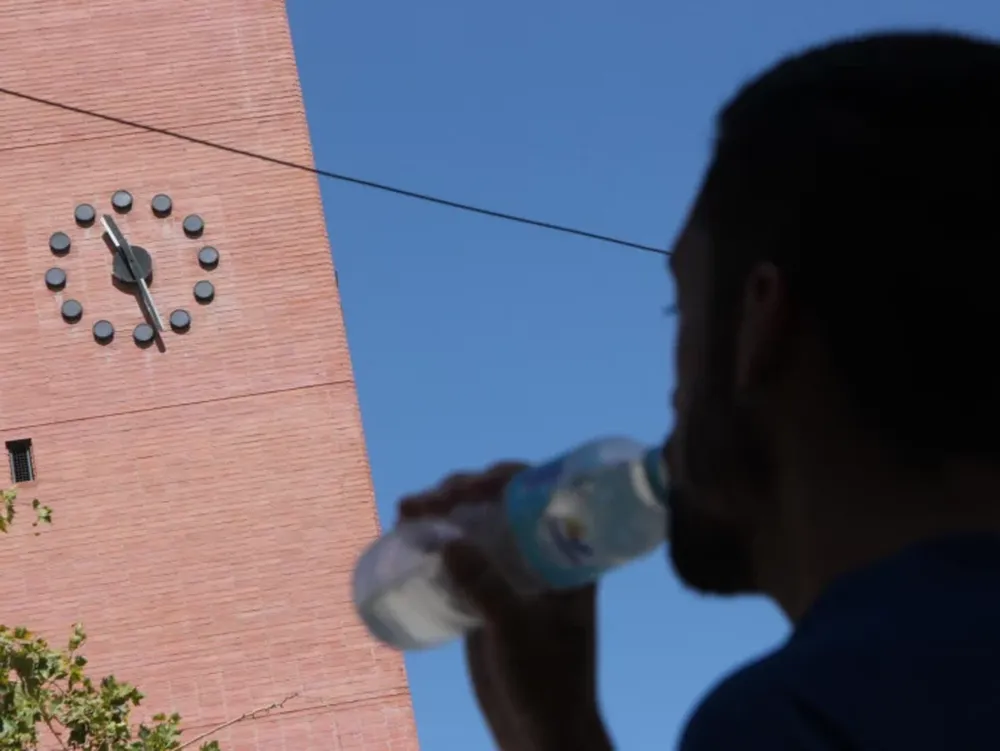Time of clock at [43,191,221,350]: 11:28
